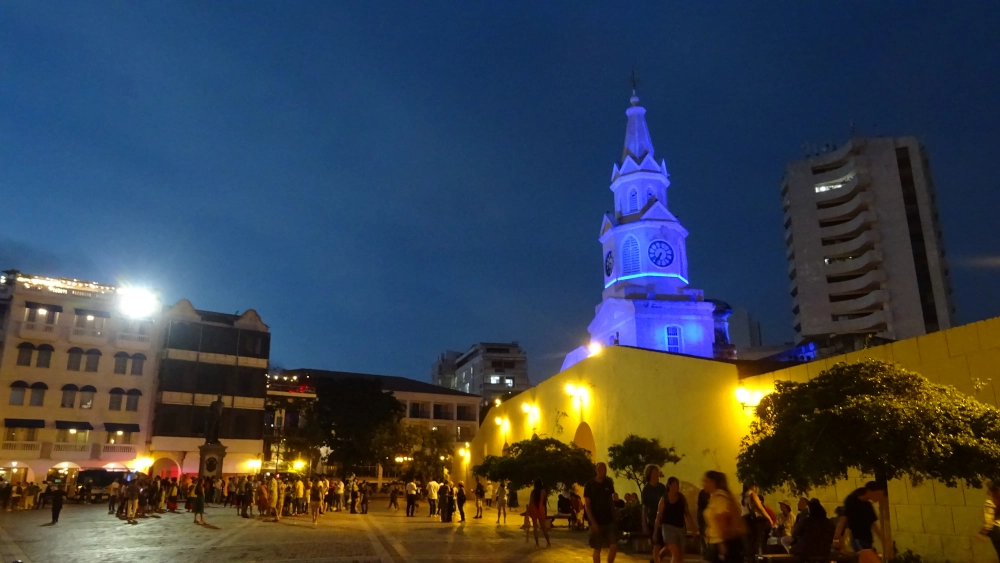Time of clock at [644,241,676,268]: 6:35
